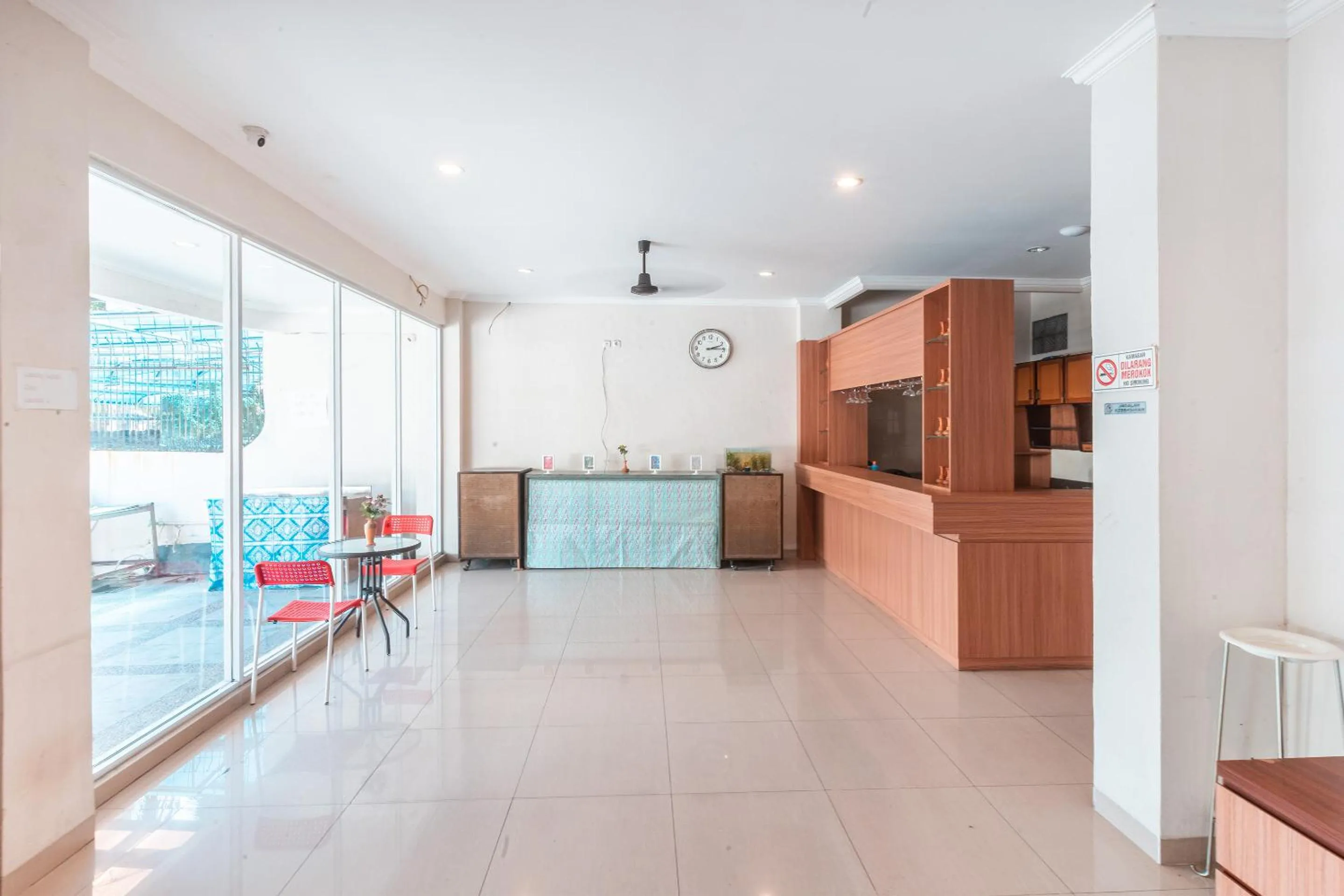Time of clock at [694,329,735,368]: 2:14
